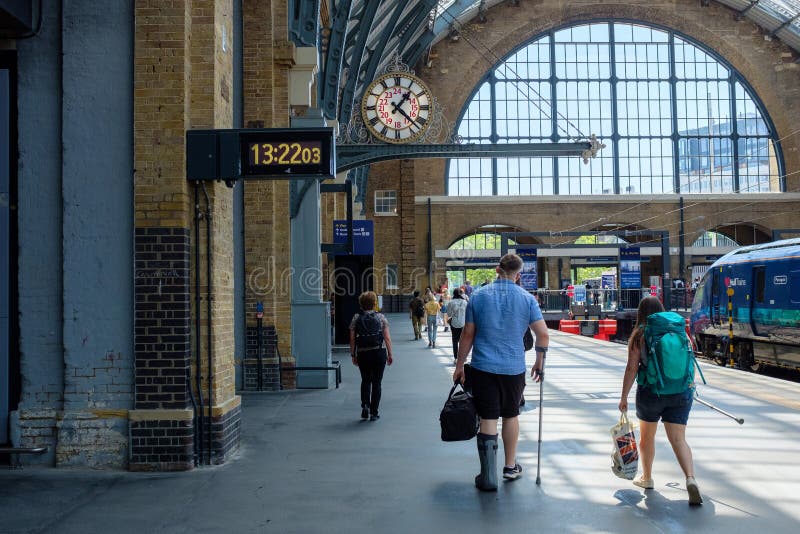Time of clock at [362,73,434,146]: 1:22
